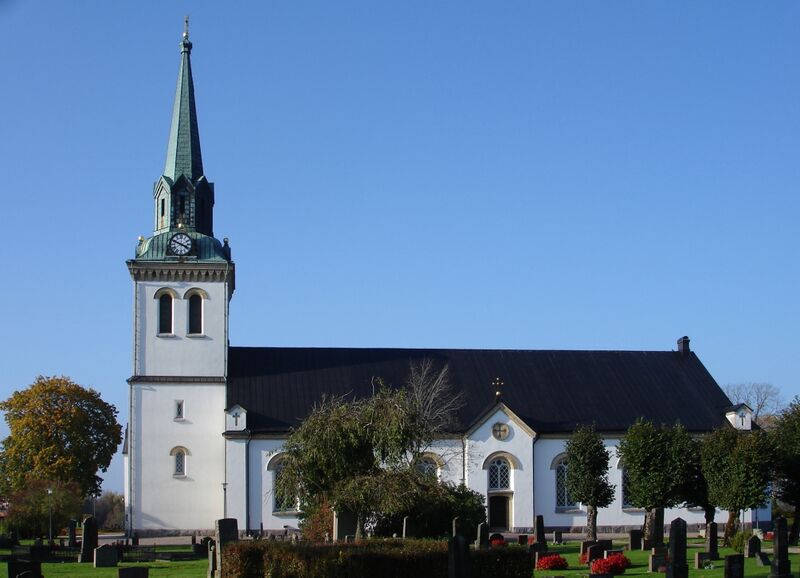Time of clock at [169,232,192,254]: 3:48
